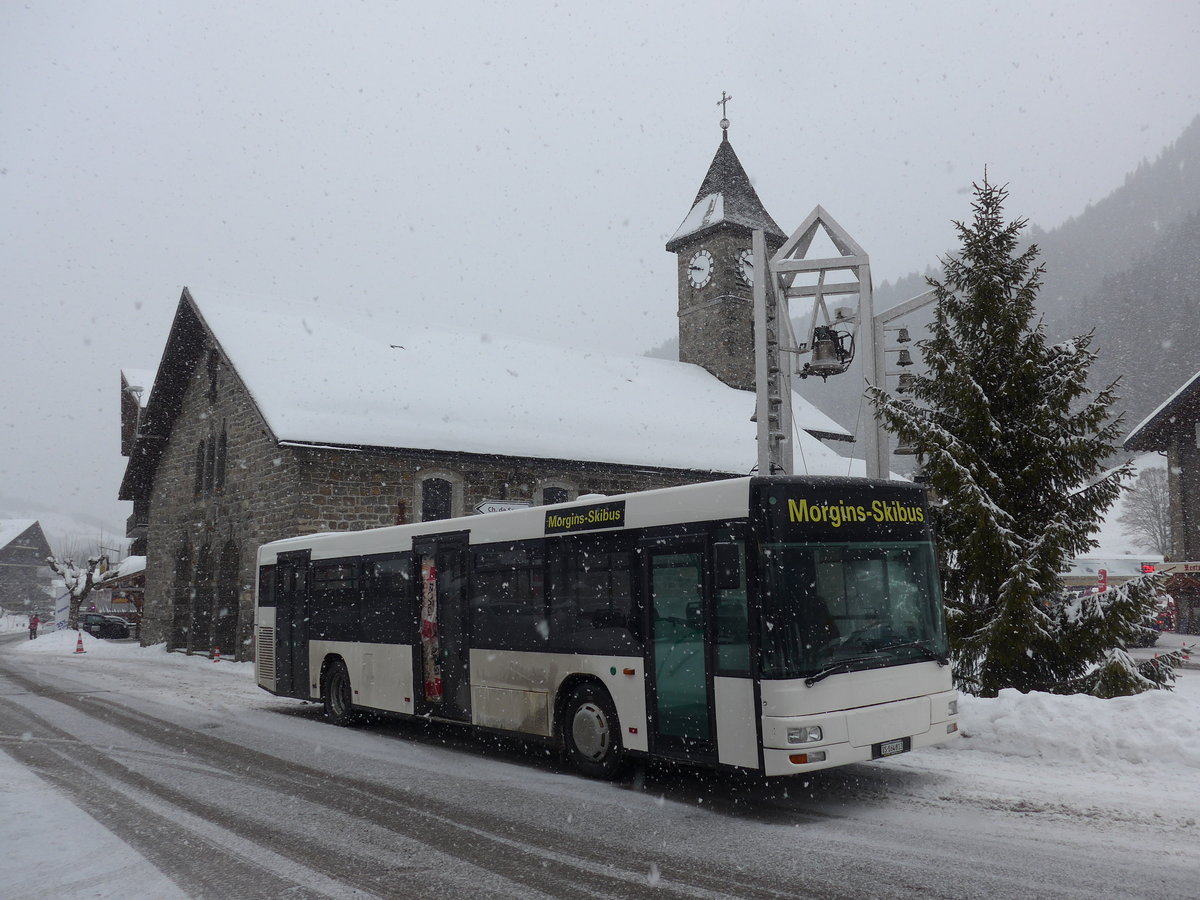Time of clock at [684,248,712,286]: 9:47
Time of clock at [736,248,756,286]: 9:48
